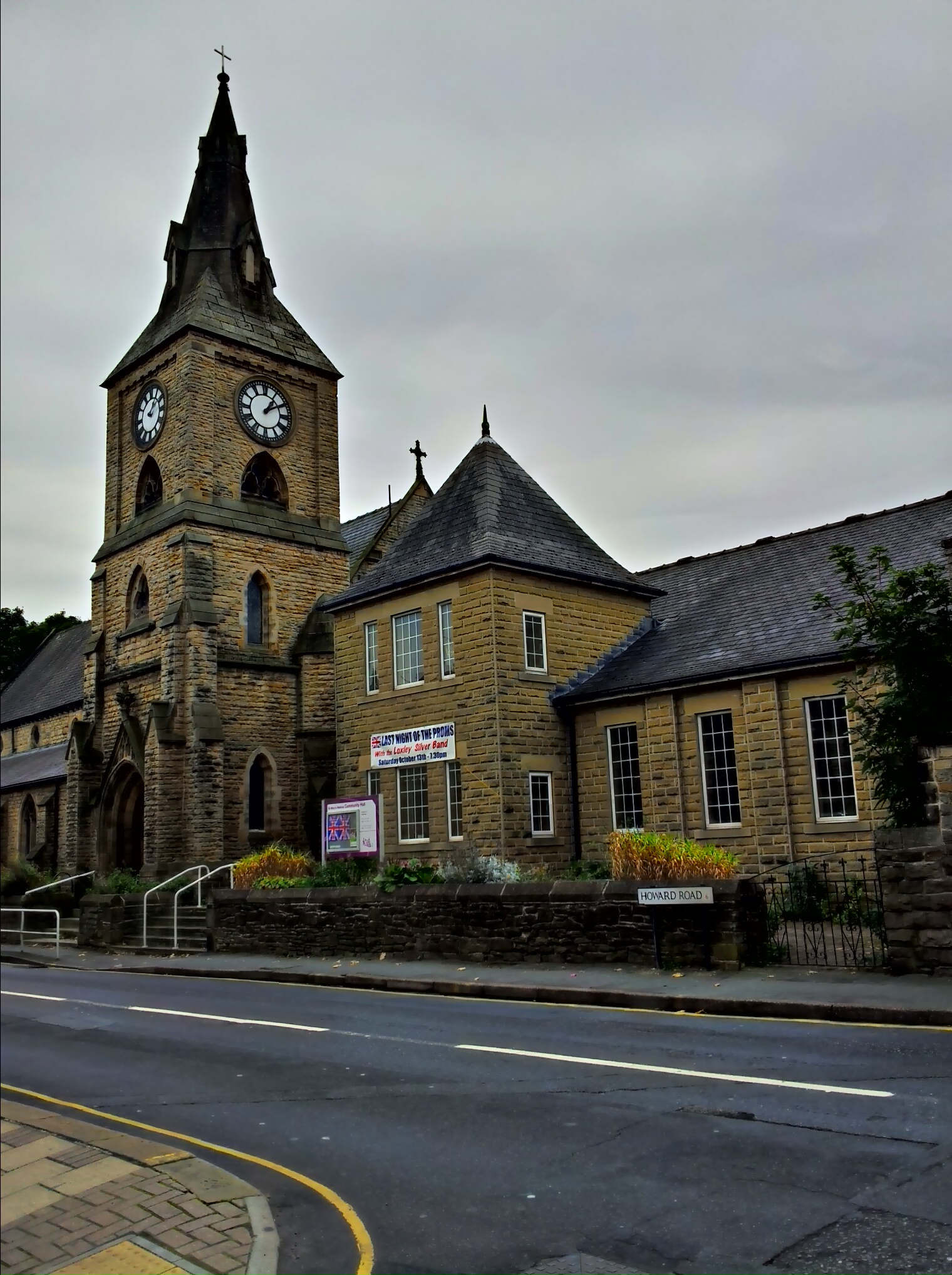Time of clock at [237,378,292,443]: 1:09
